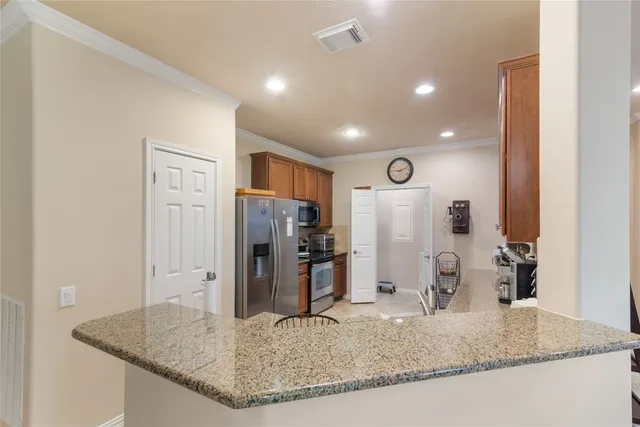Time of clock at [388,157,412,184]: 9:11
